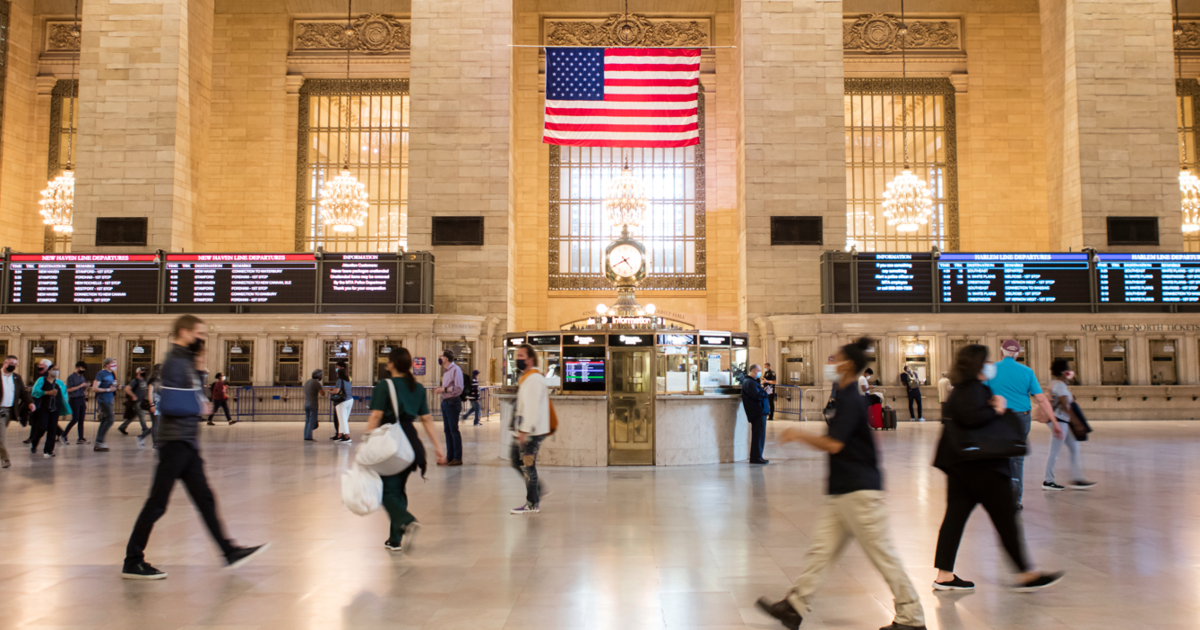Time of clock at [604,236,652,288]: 4:40
